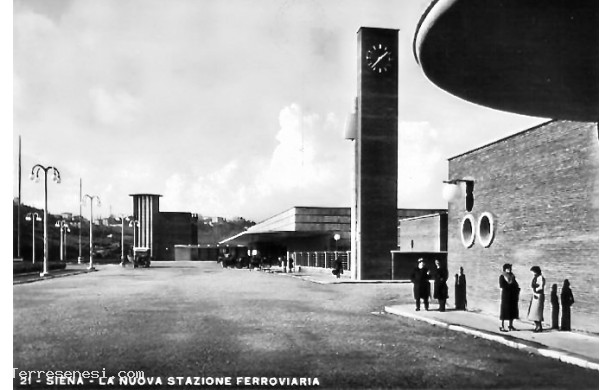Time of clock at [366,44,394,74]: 1:36
